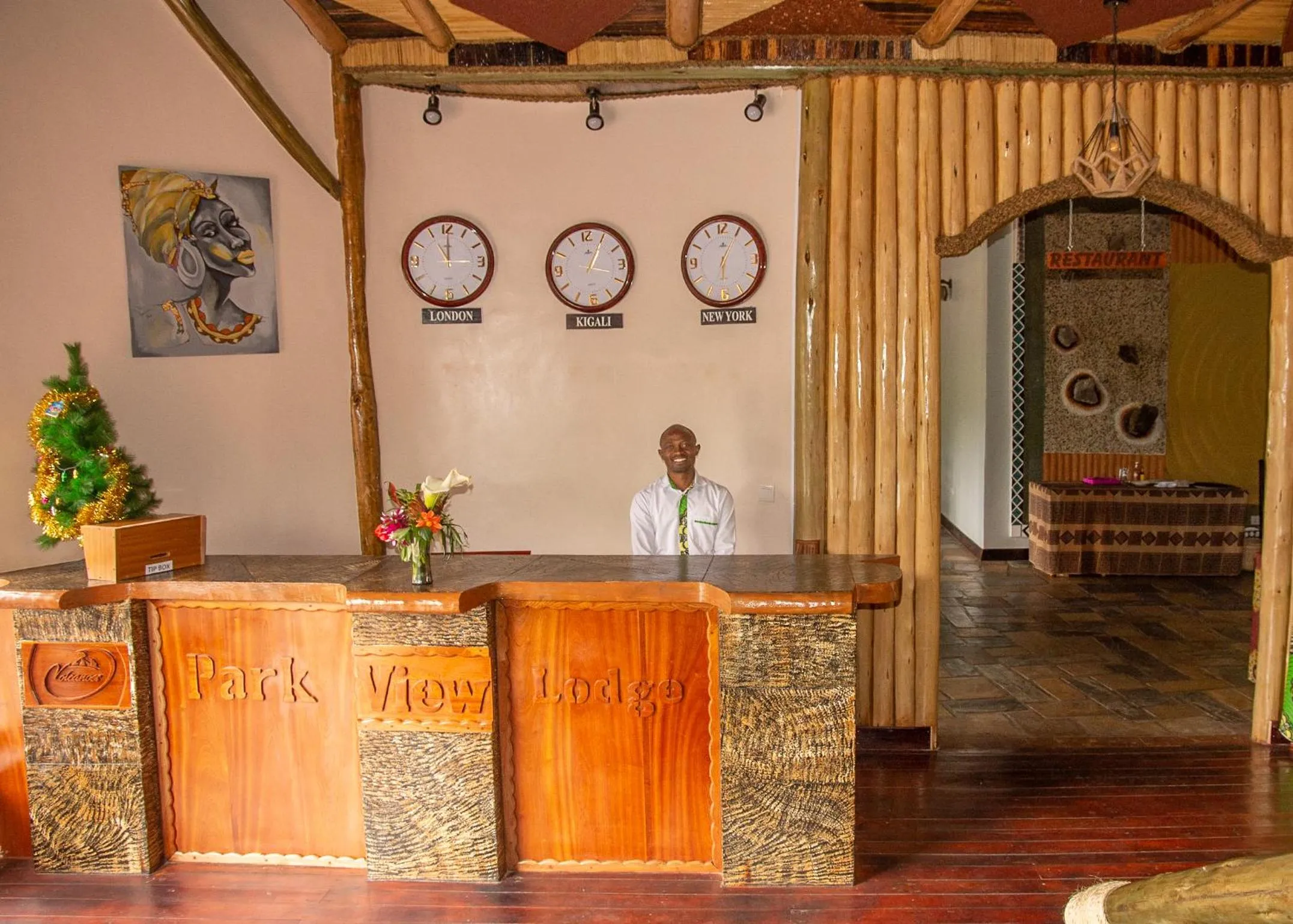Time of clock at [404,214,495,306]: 11:00
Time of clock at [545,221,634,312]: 1:04
